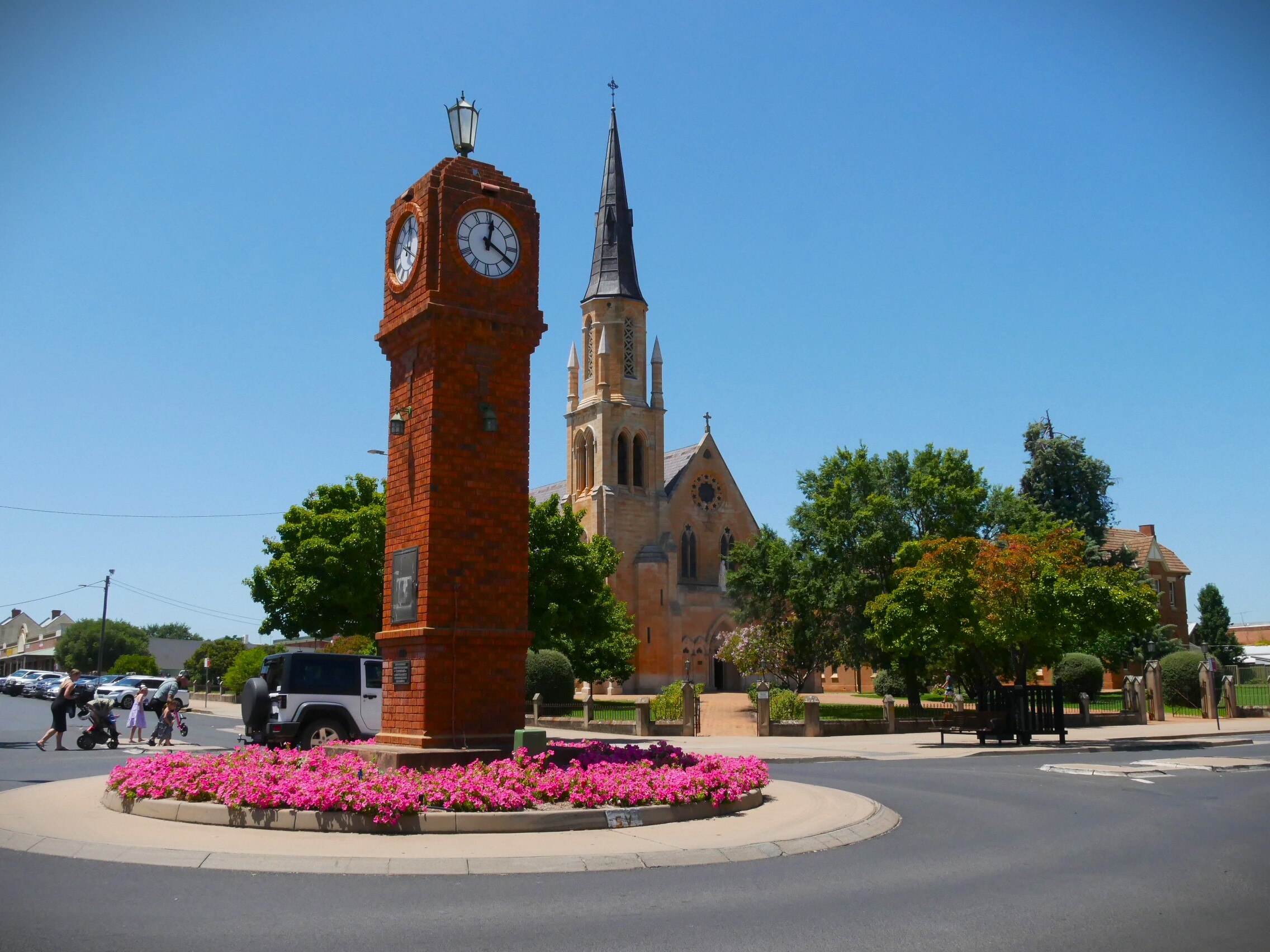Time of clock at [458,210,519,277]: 12:19
